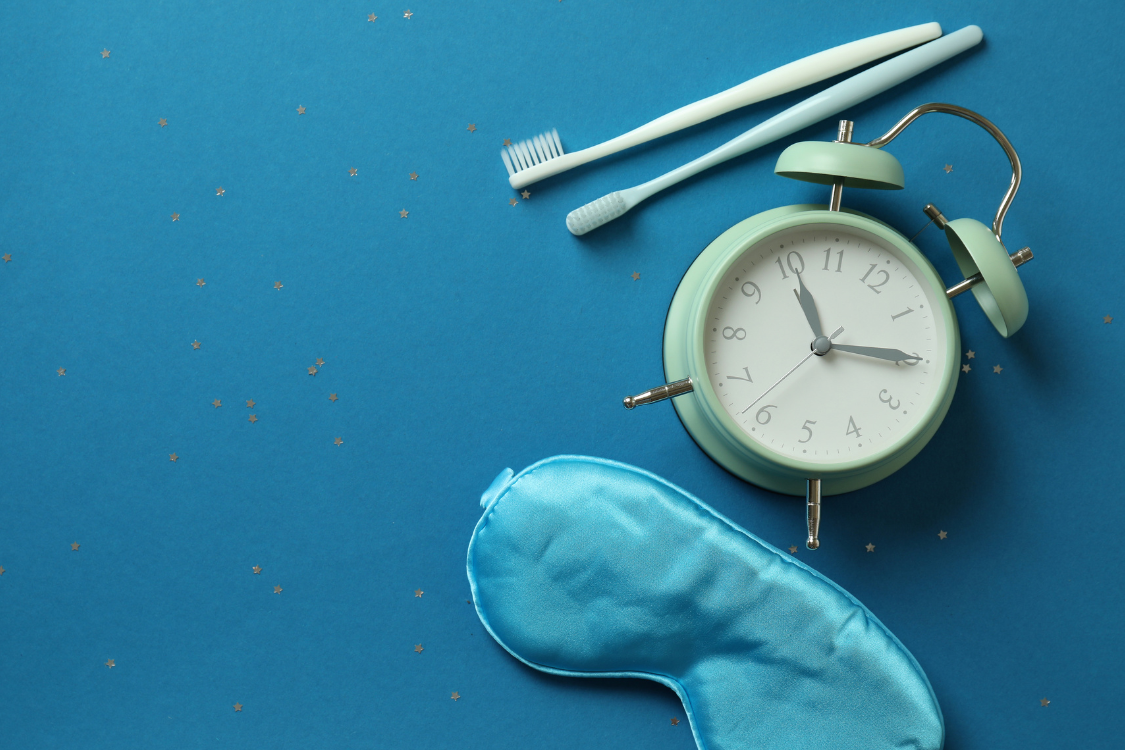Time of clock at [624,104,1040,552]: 11:14
